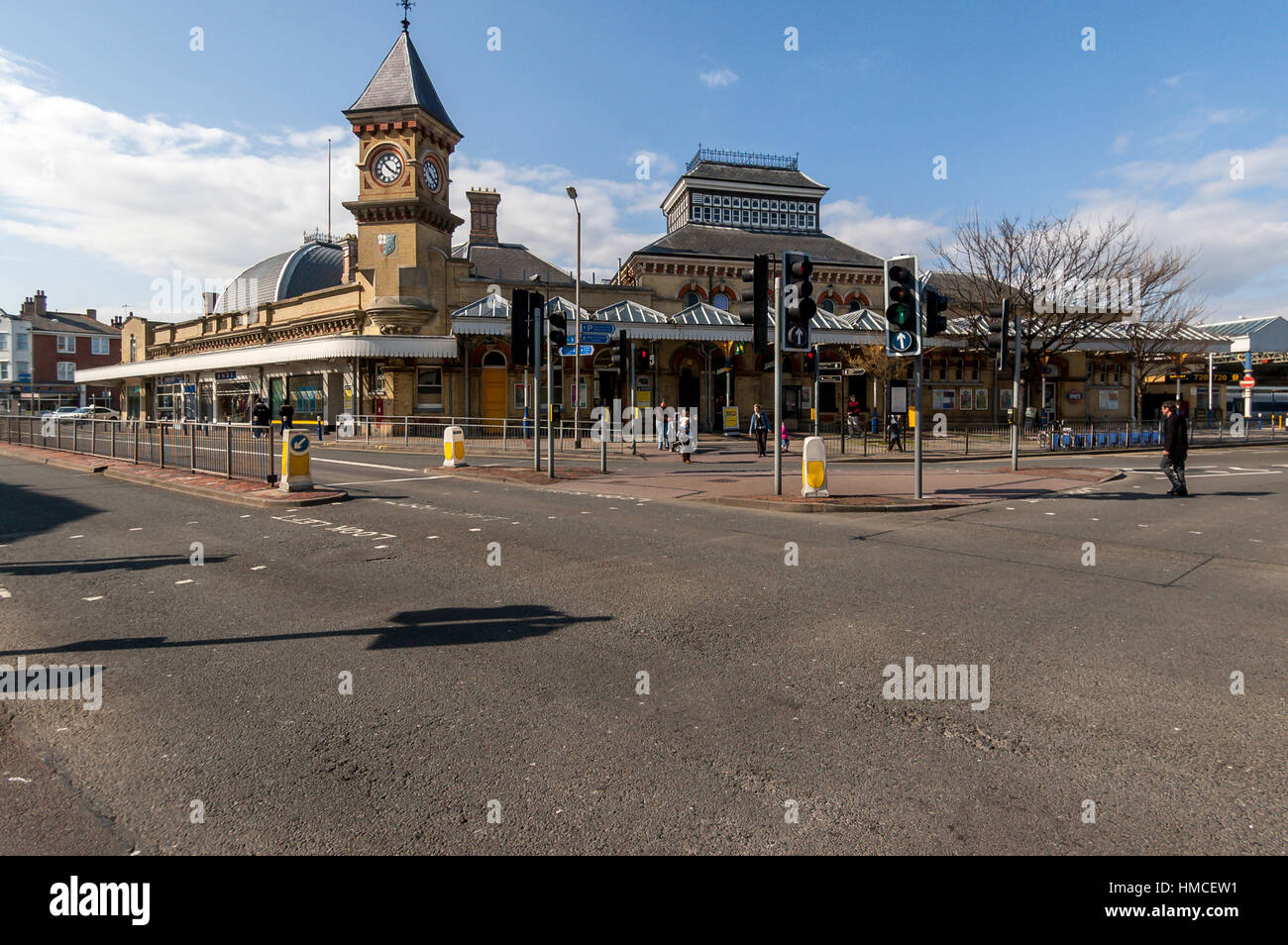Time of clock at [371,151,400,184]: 3:52
